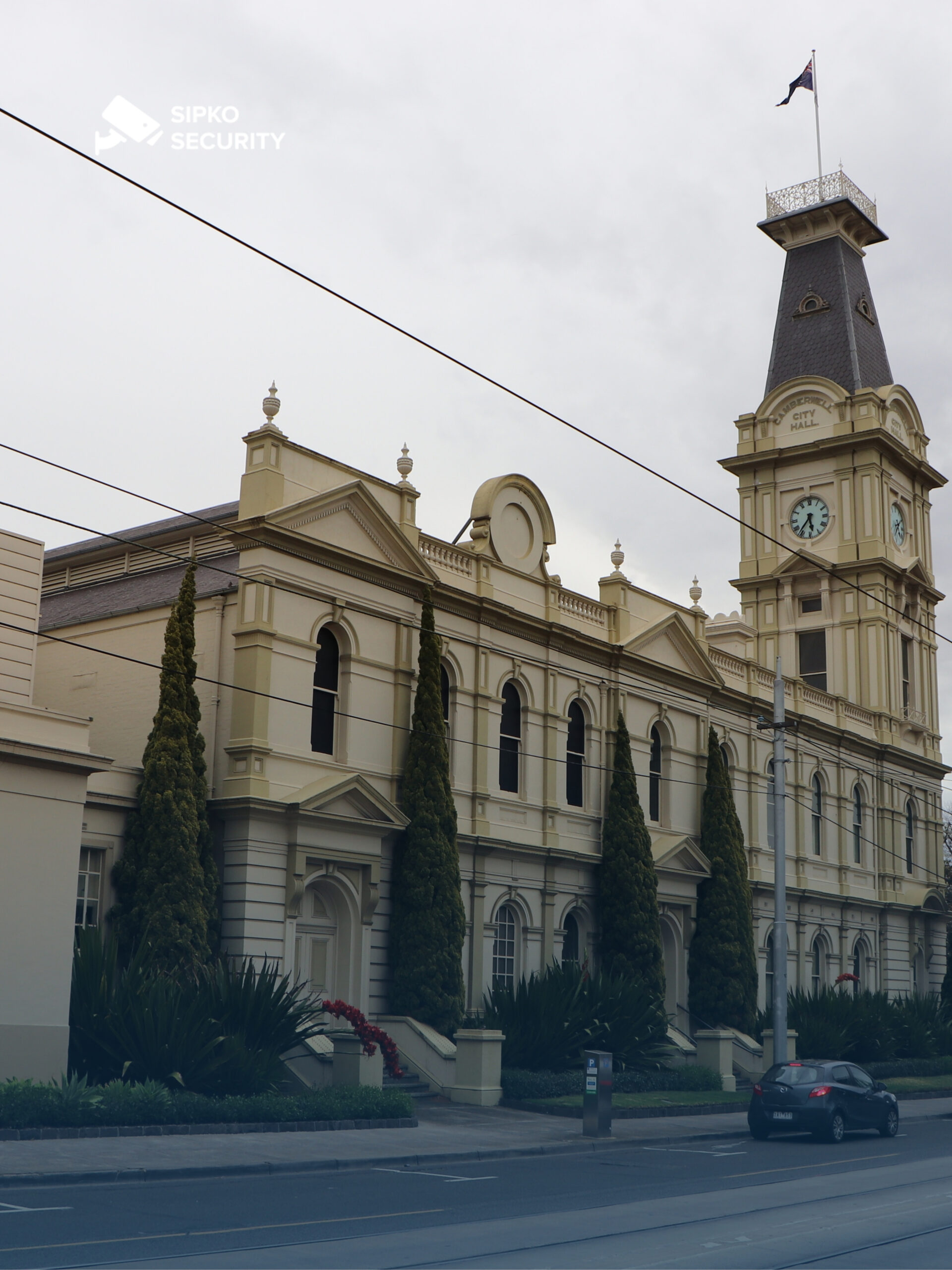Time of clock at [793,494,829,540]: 5:36
